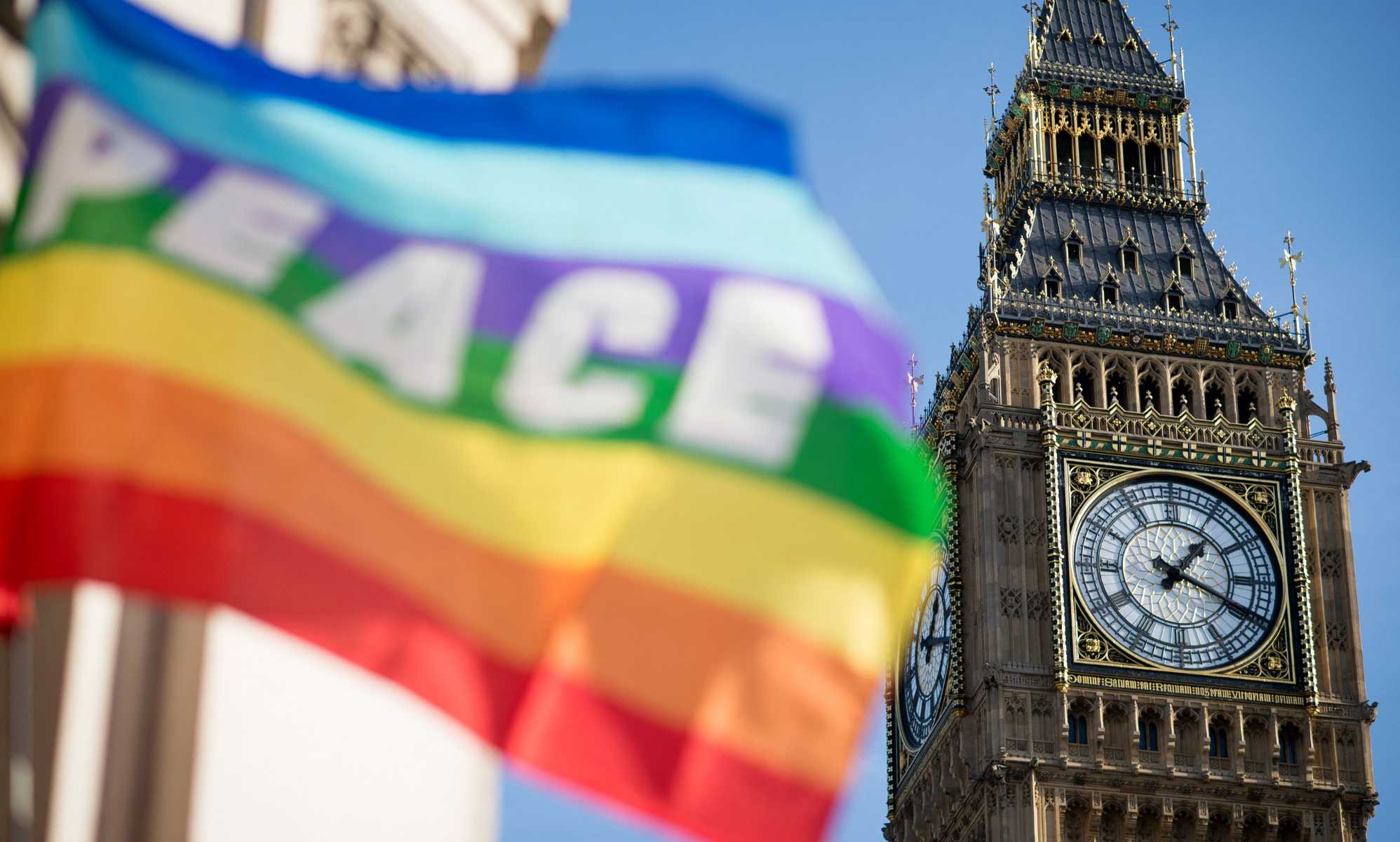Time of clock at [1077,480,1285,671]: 1:18
